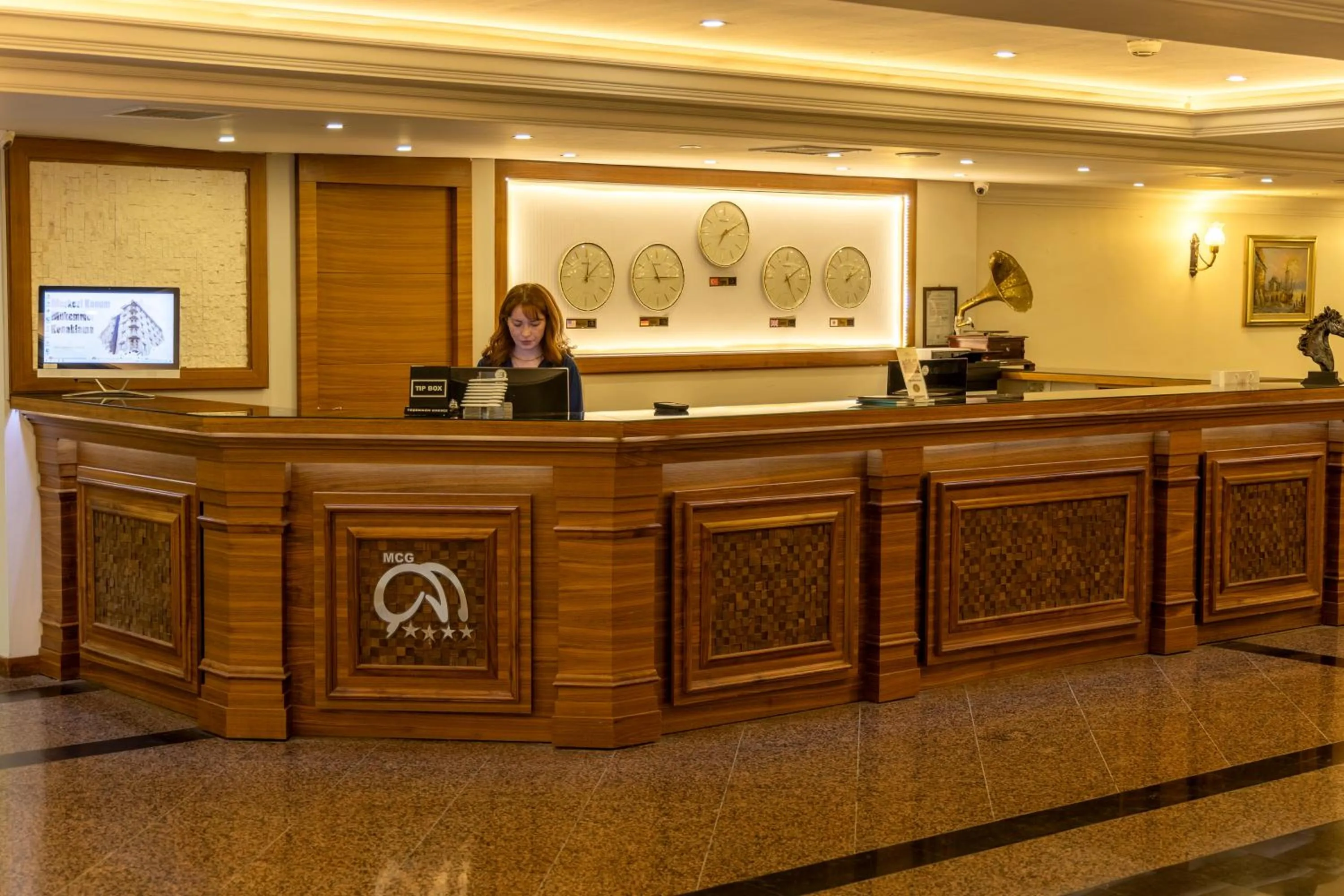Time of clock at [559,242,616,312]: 12:07
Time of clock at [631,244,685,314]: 11:14
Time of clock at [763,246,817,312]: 5:09
